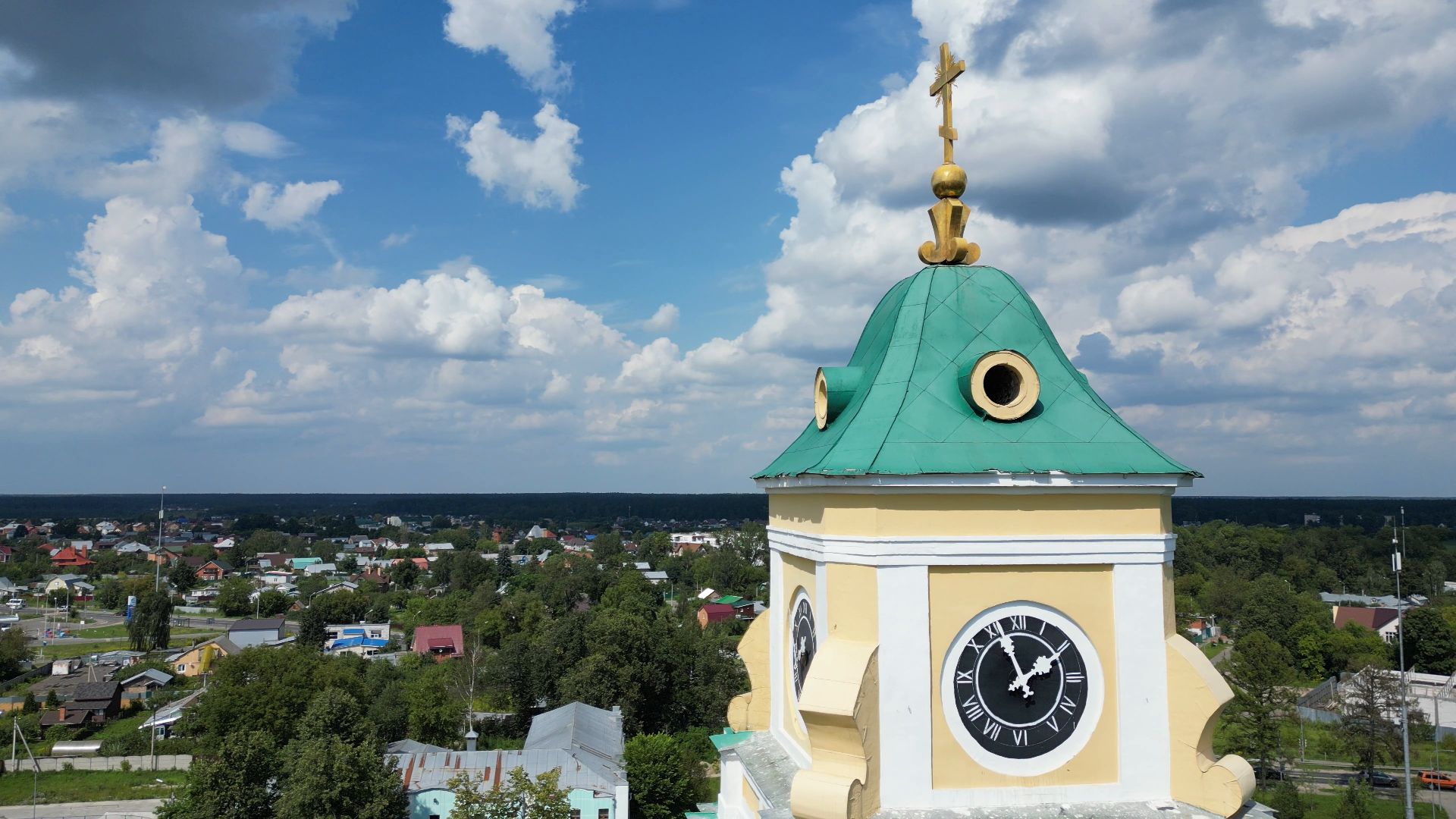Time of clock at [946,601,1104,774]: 1:56
